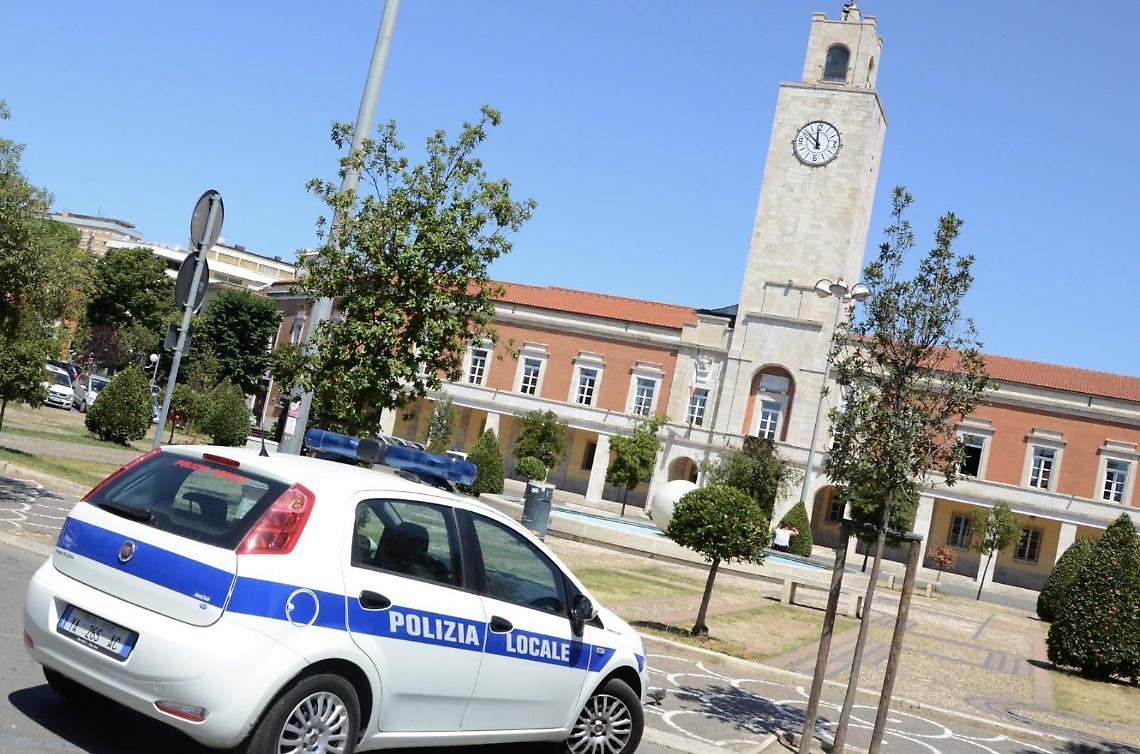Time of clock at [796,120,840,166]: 11:51
